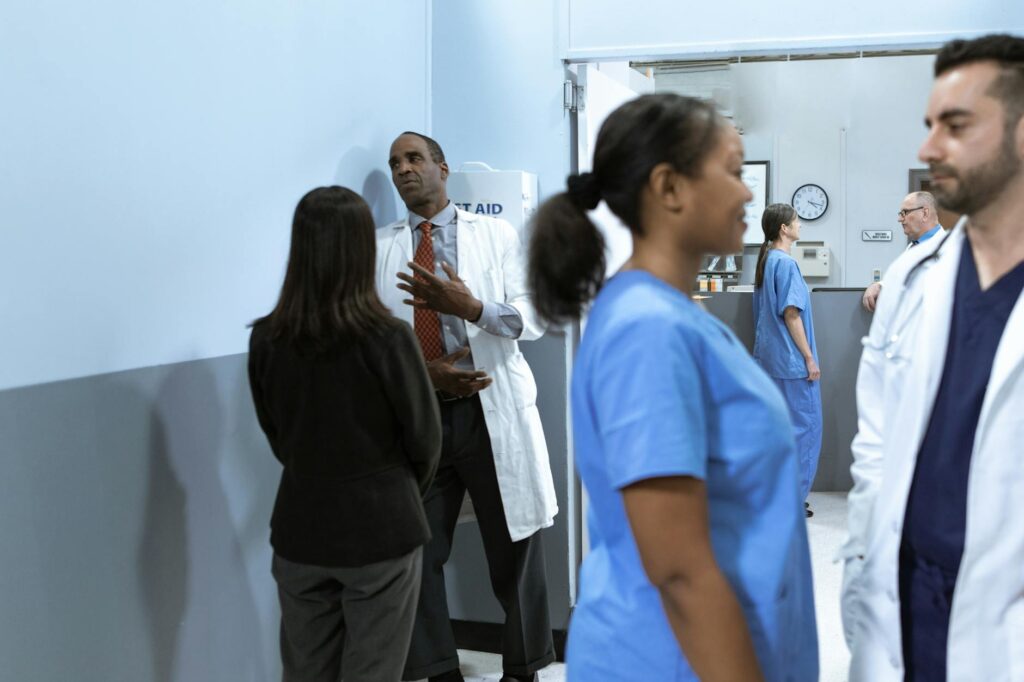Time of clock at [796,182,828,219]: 4:17
